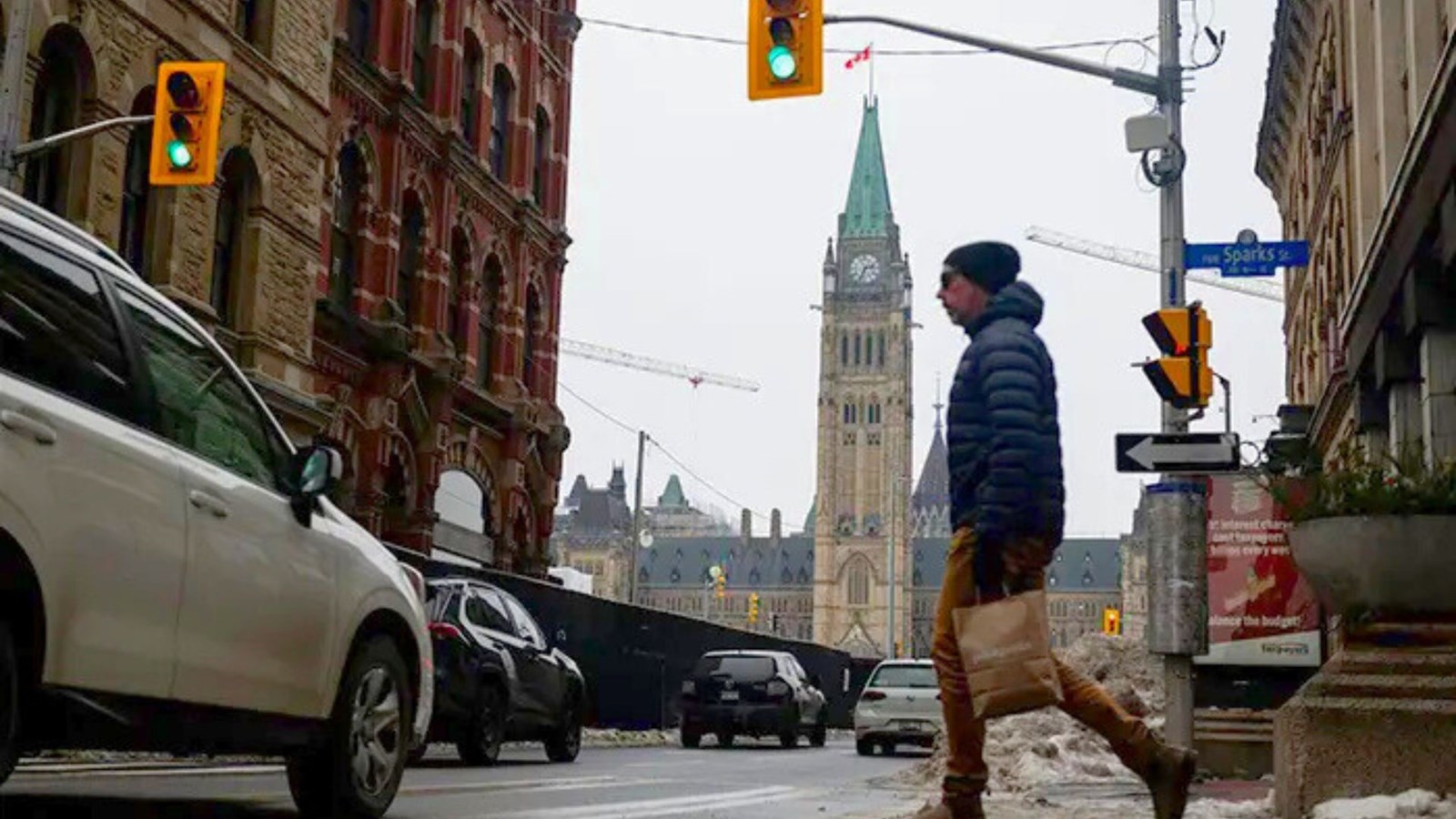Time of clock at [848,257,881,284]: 2:33
